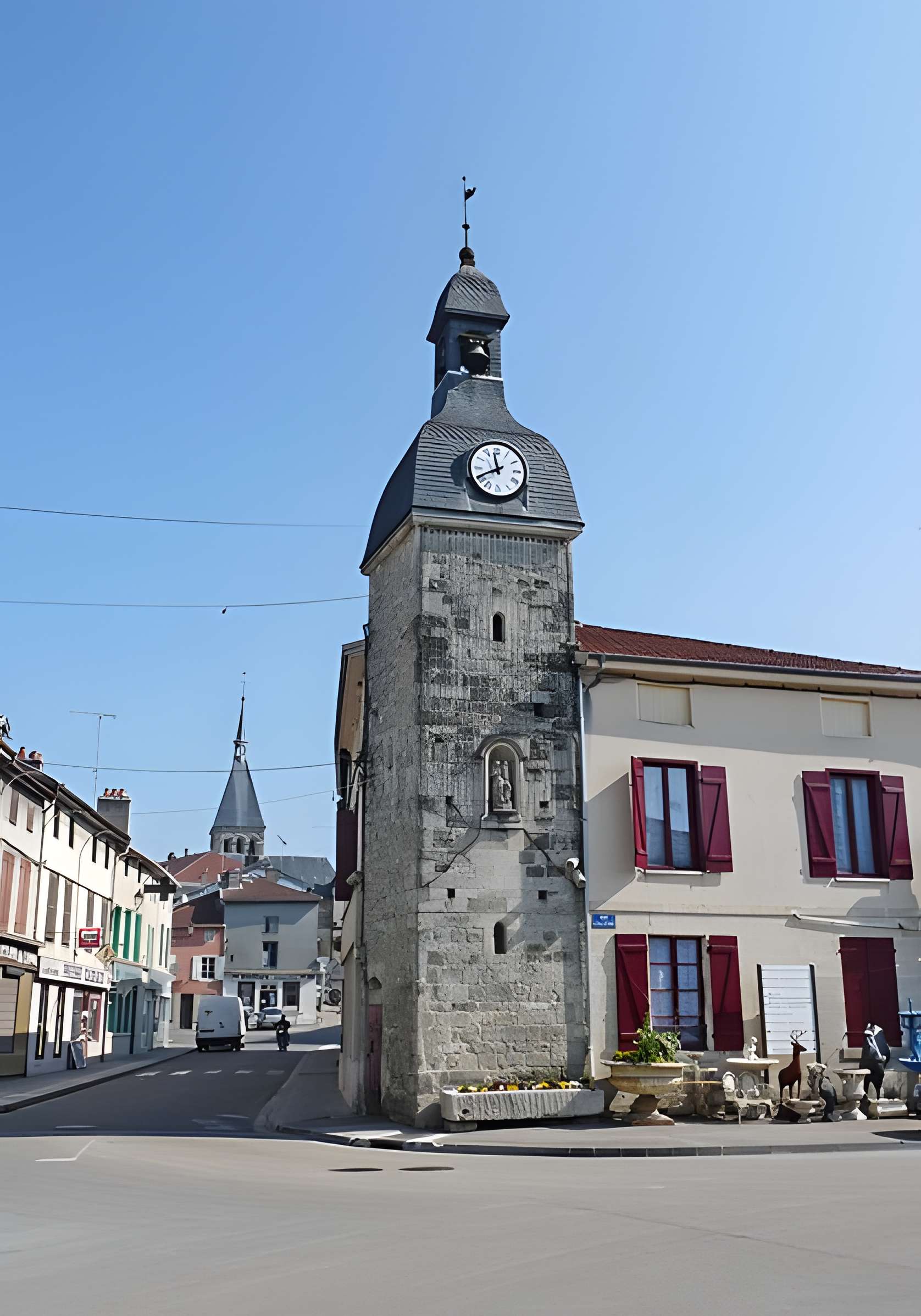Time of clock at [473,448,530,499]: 11:40
